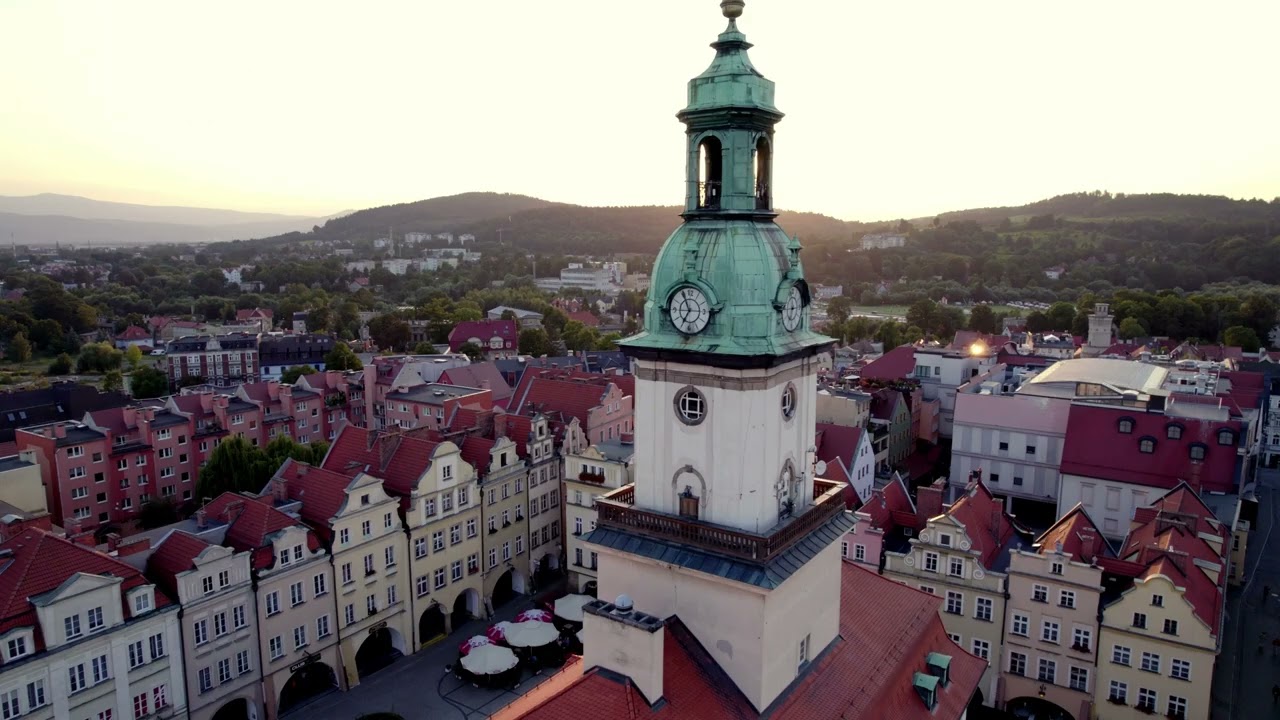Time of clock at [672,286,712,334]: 6:55
